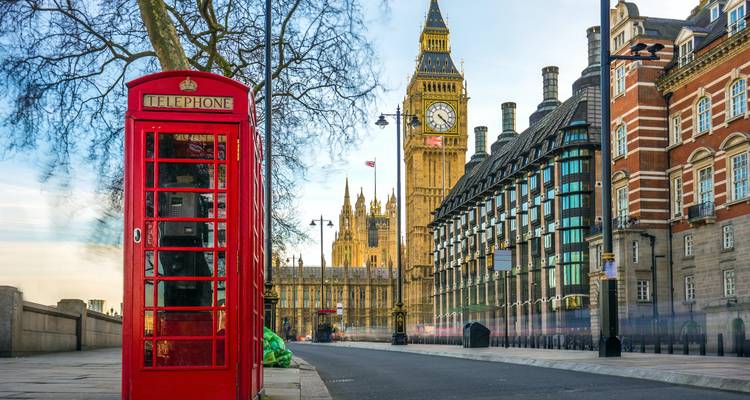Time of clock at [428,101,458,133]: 4:22
